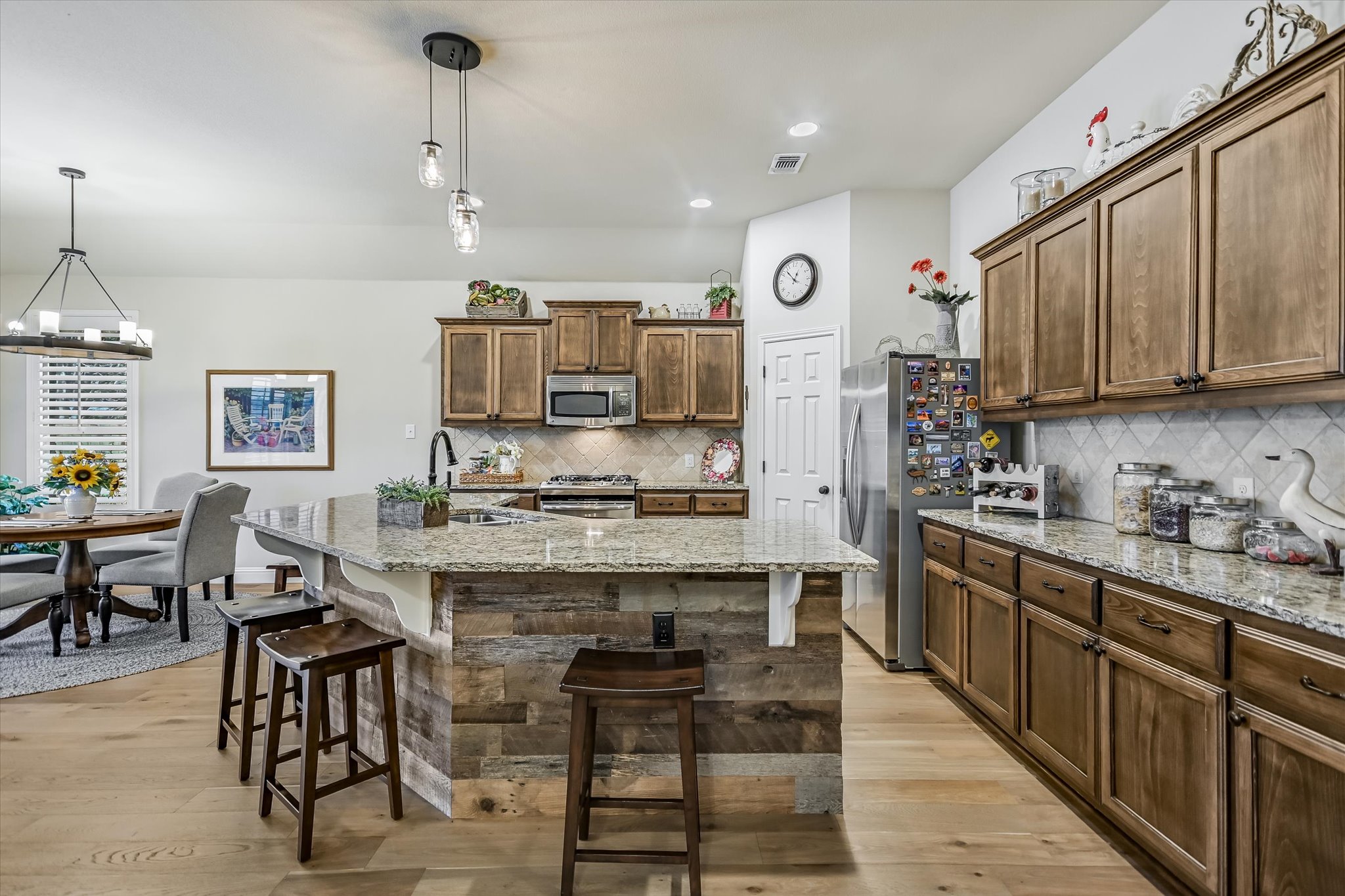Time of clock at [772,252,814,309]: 12:52
